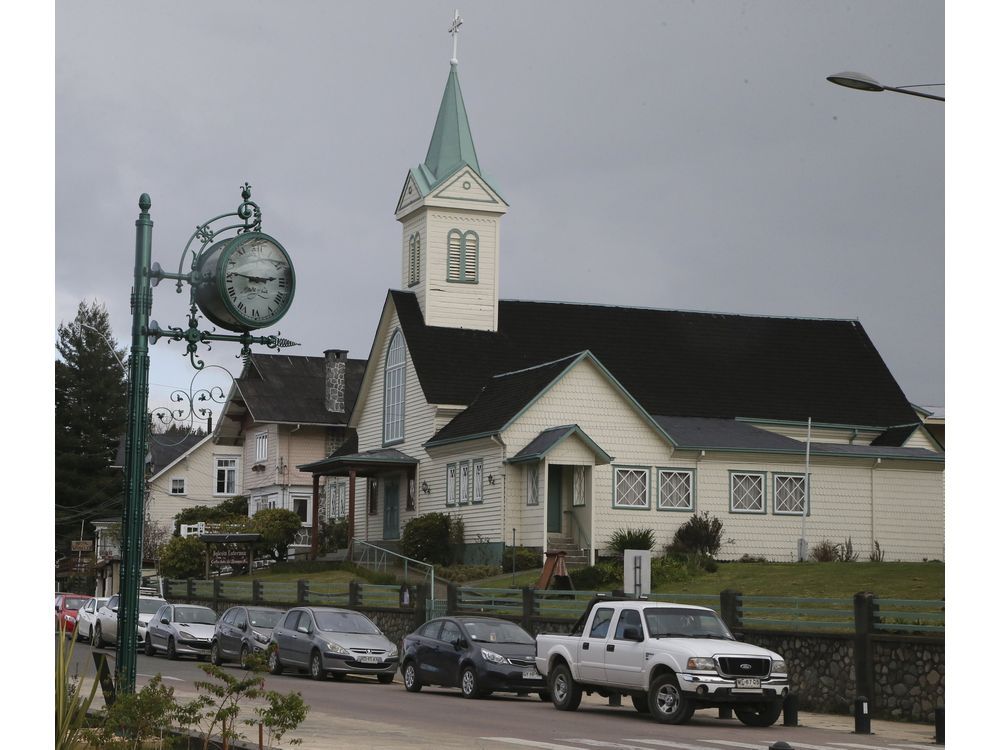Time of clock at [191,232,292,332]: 2:47
